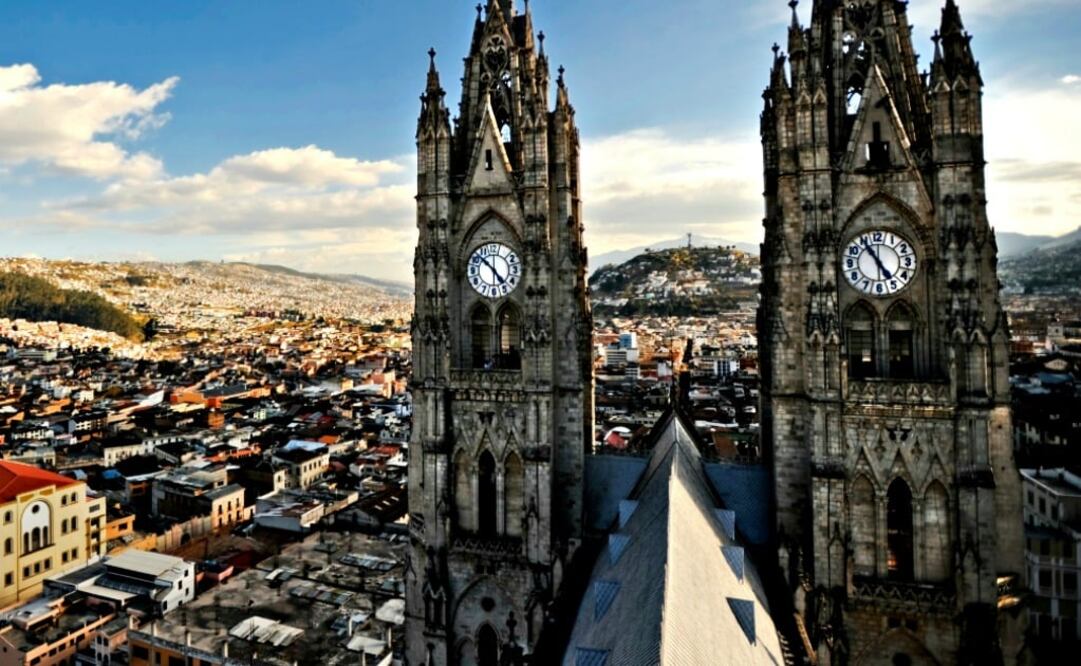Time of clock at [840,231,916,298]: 4:54
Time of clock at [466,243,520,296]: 4:52
